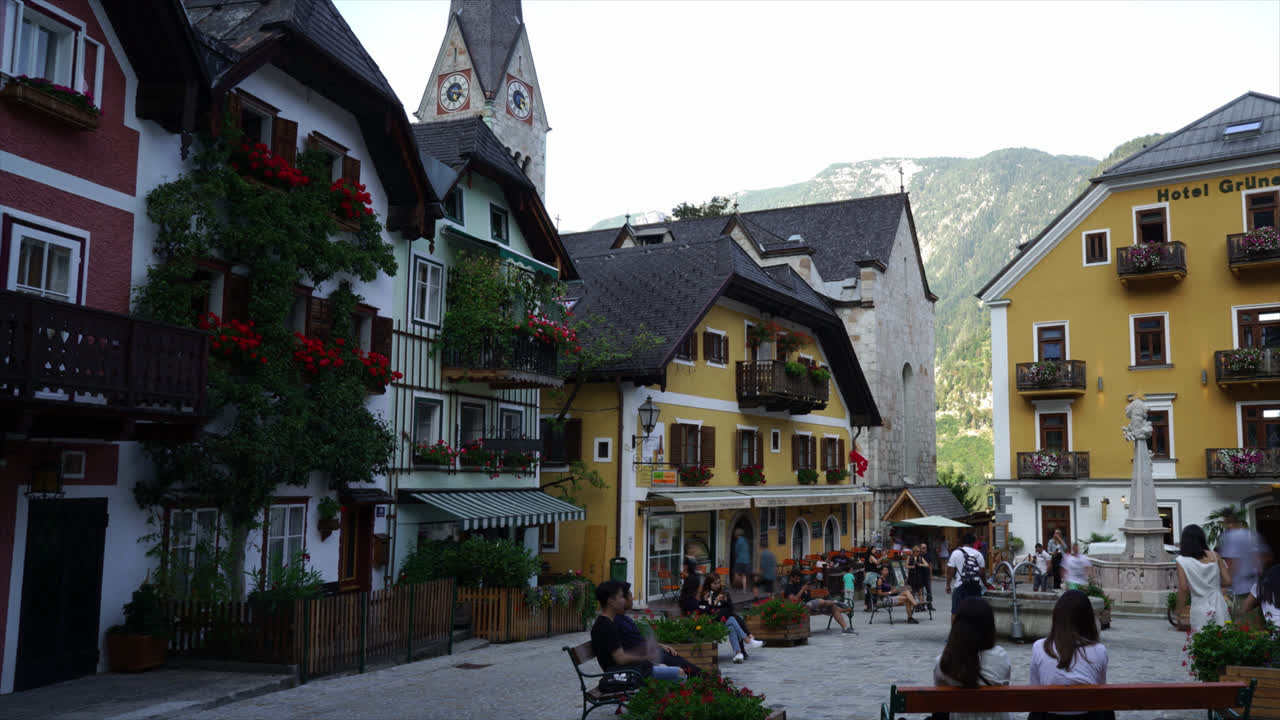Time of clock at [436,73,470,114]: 5:18
